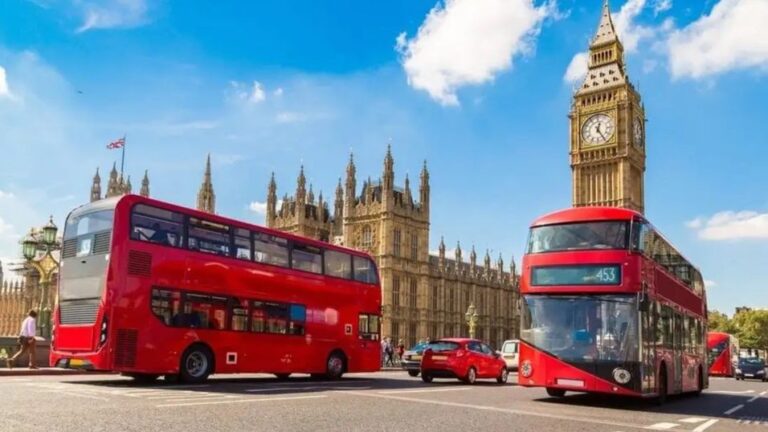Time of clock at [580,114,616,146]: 12:24
